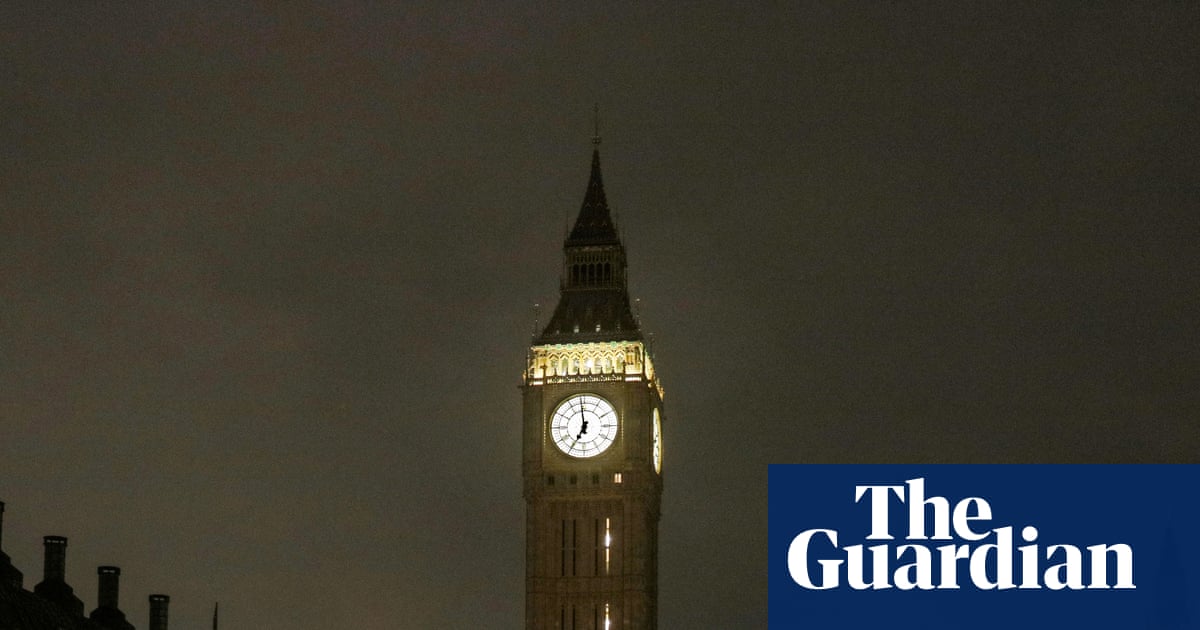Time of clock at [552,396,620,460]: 6:58
